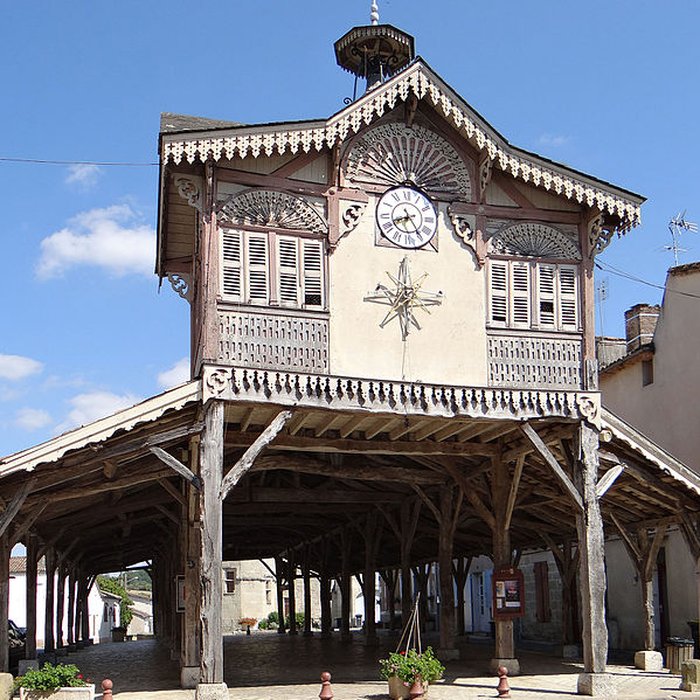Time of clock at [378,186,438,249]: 8:24
